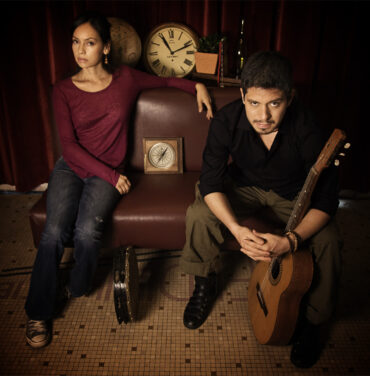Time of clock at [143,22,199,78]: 11:11
